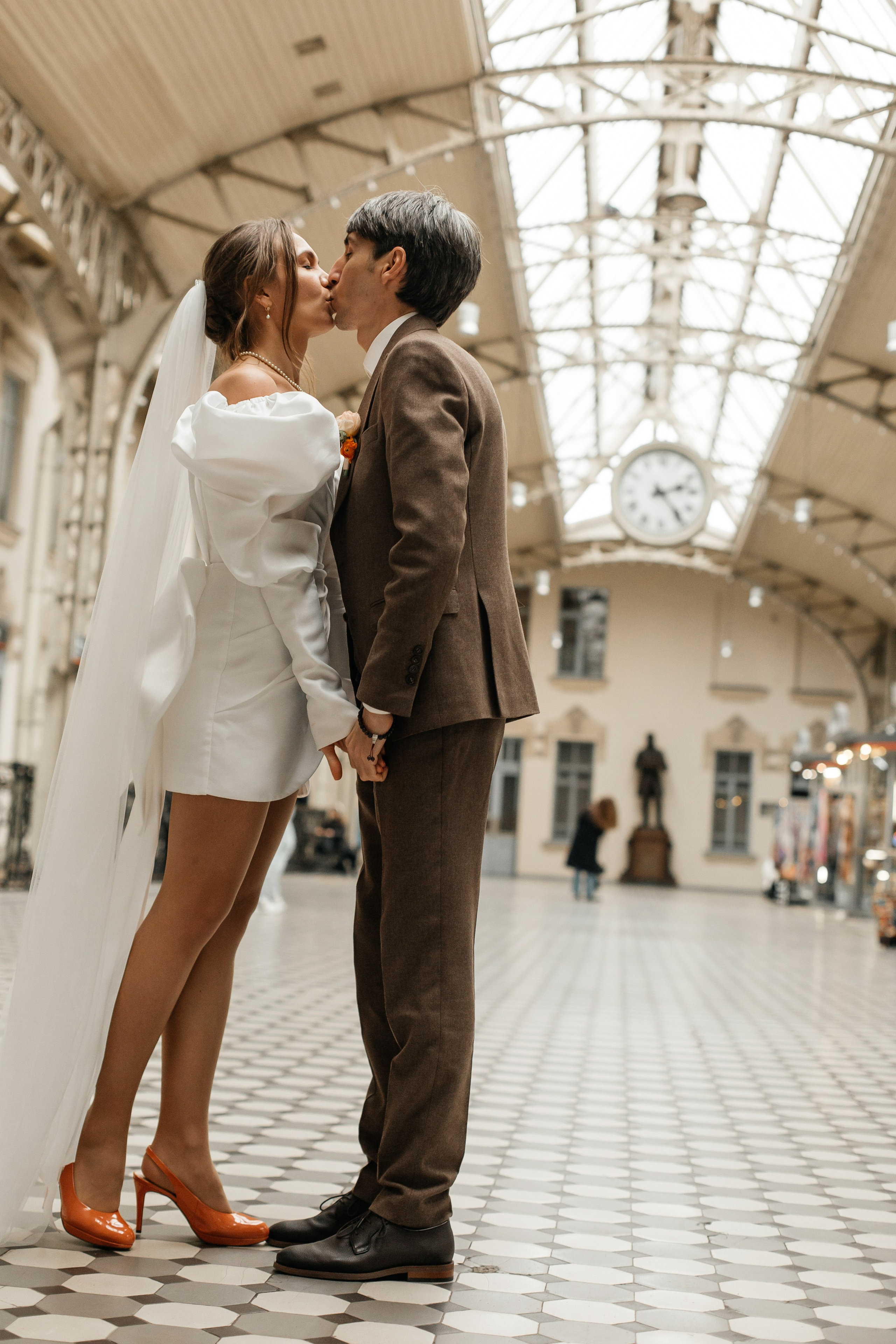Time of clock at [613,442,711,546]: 2:23
